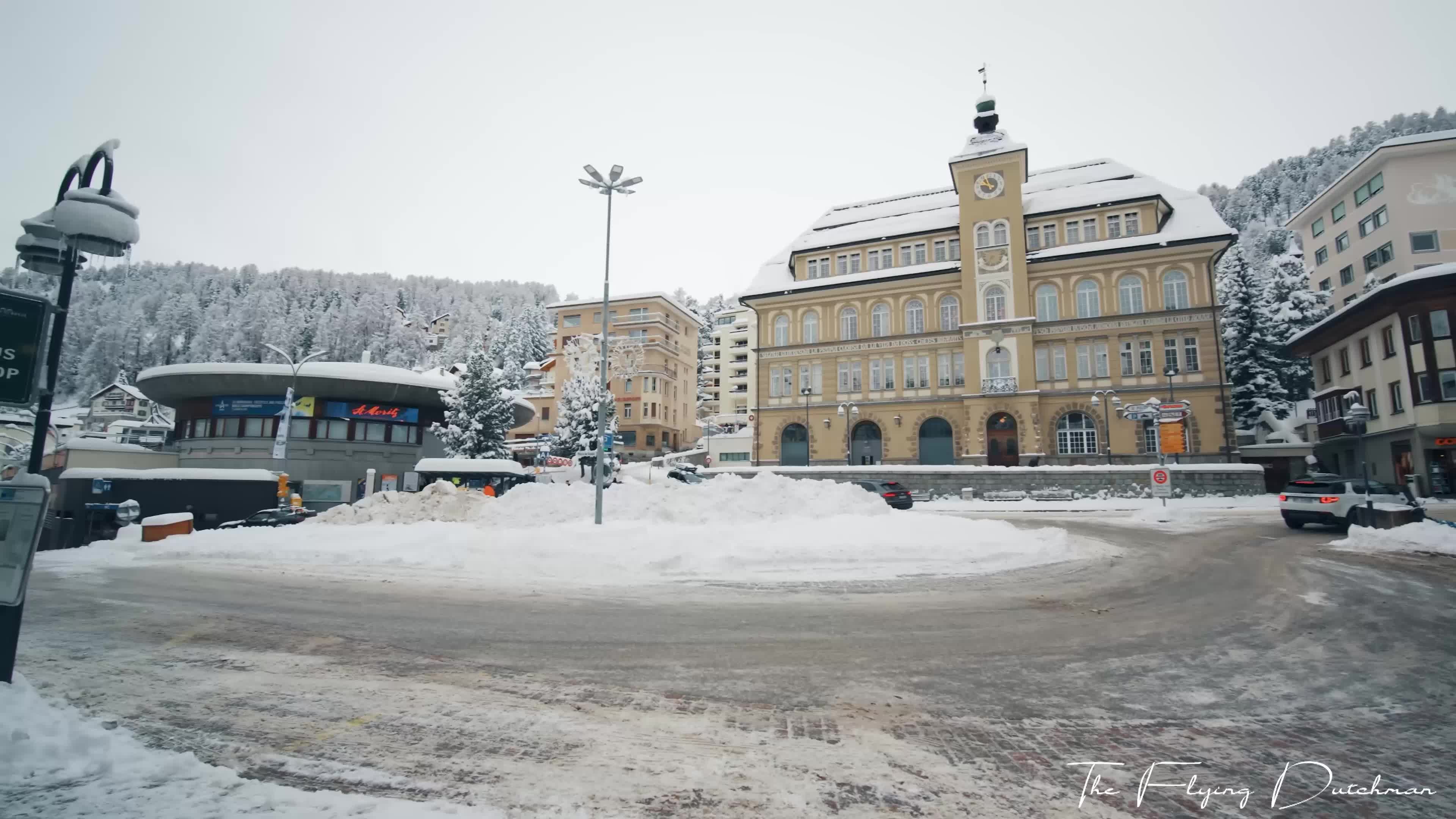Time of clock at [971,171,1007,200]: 10:47
